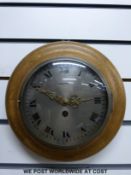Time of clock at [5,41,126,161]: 2:49
